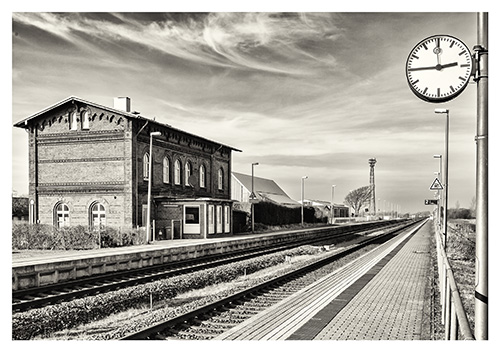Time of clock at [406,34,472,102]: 2:45
